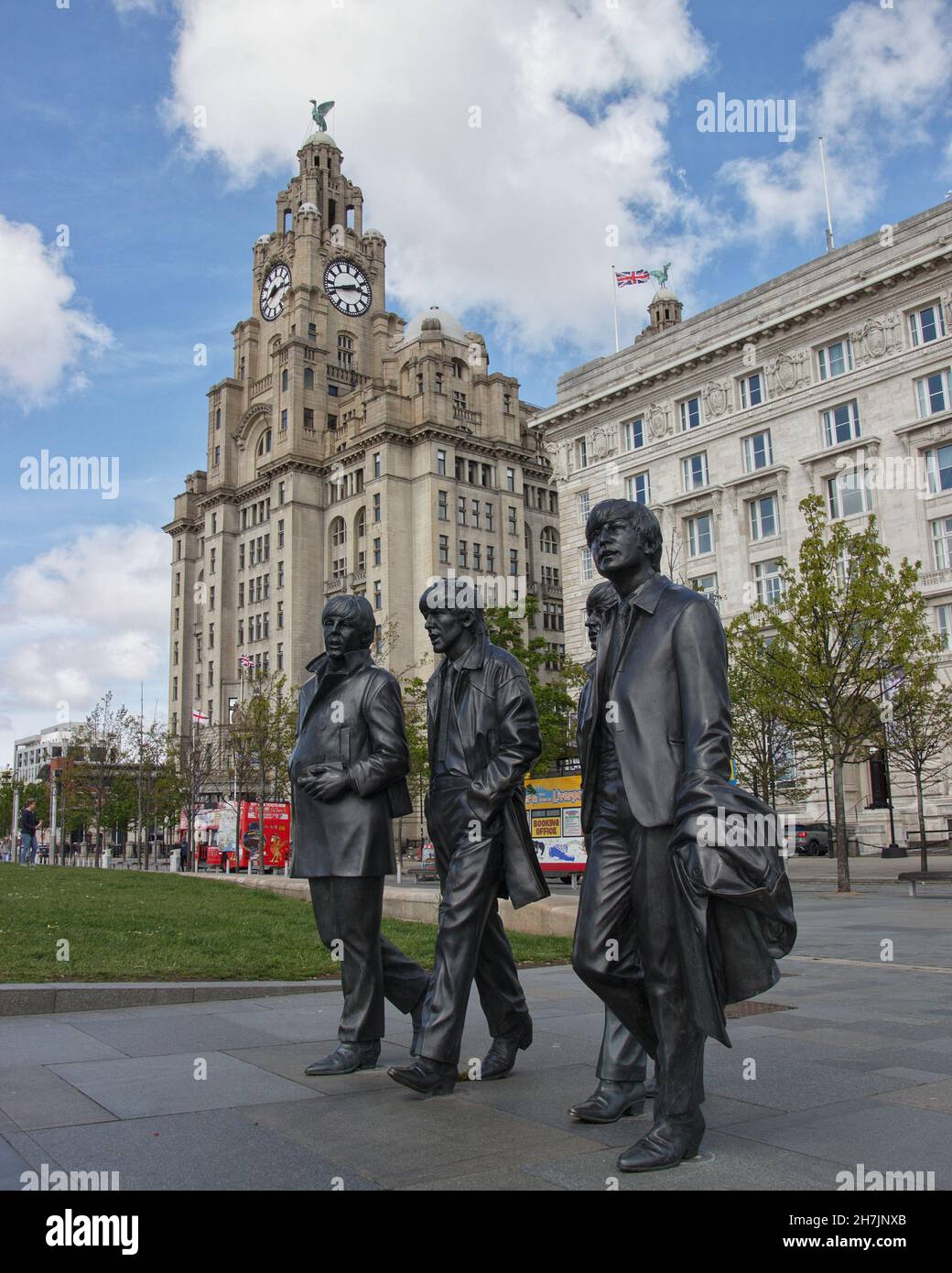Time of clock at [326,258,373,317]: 2:42
